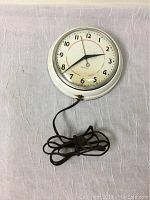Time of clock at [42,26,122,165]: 2:38
